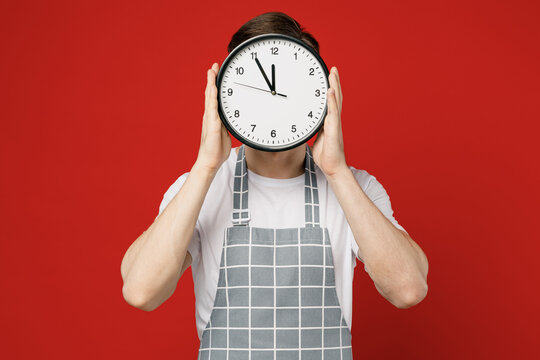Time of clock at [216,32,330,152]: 11:54
